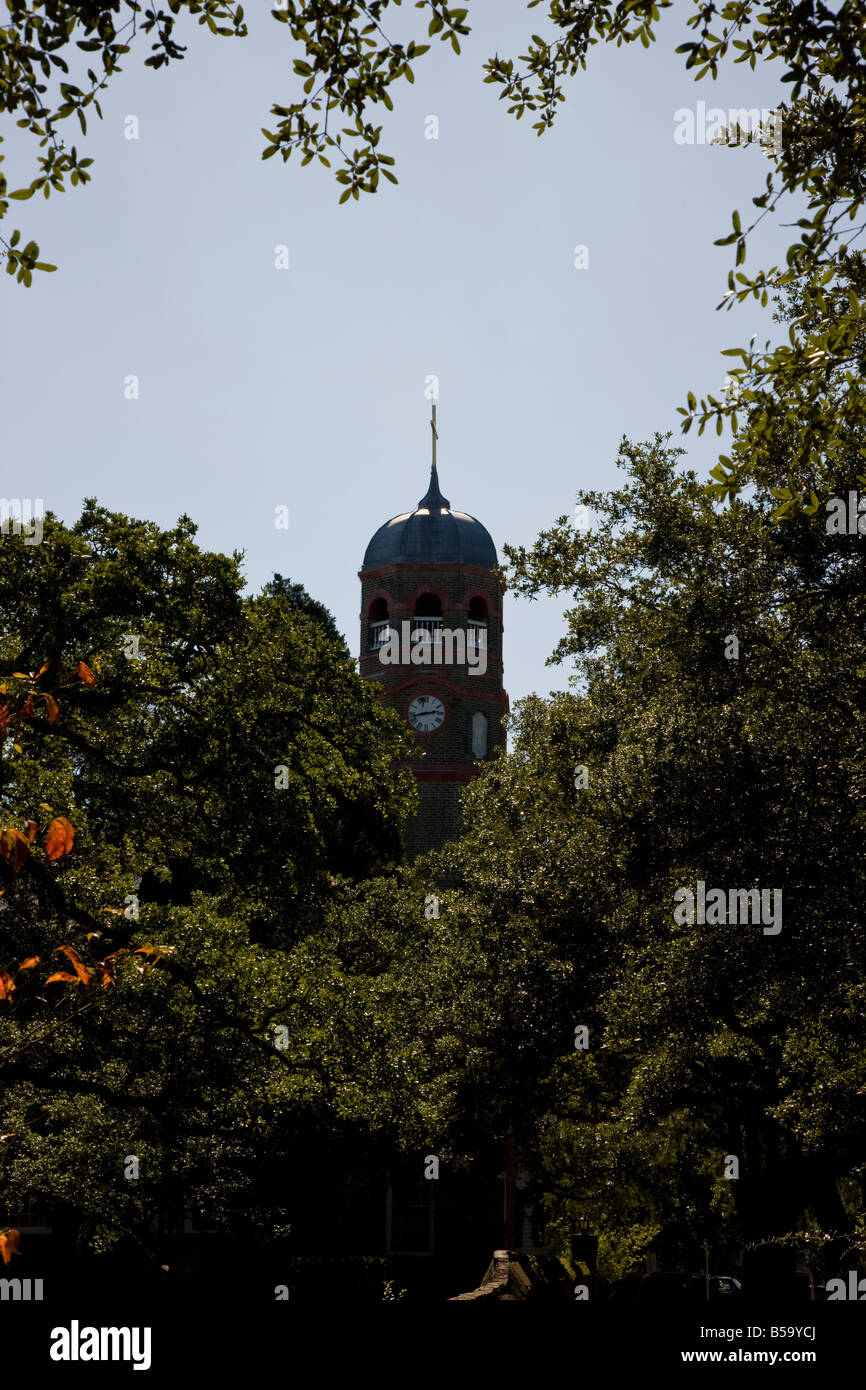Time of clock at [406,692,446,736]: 2:42
